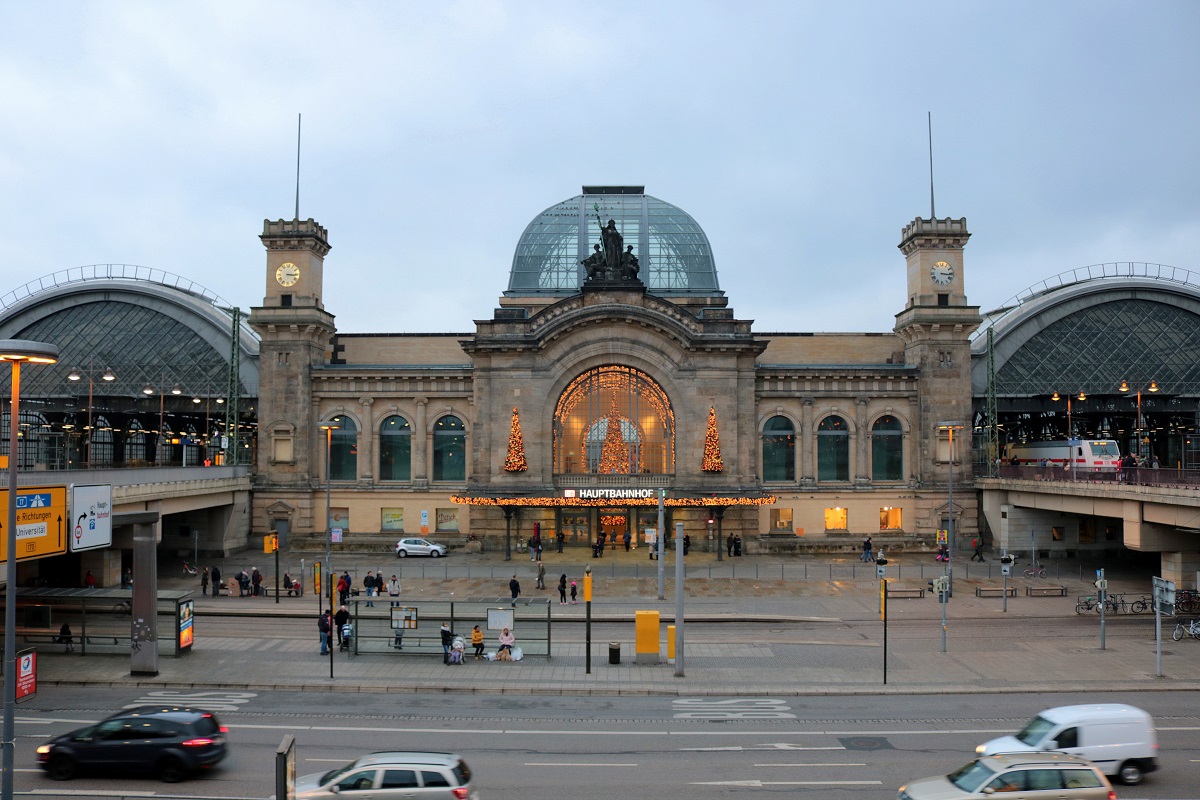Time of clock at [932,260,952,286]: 3:16
